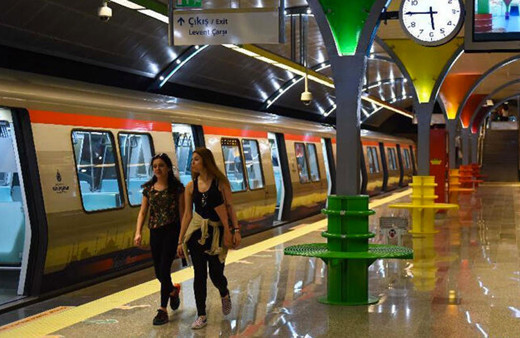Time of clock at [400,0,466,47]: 5:45
